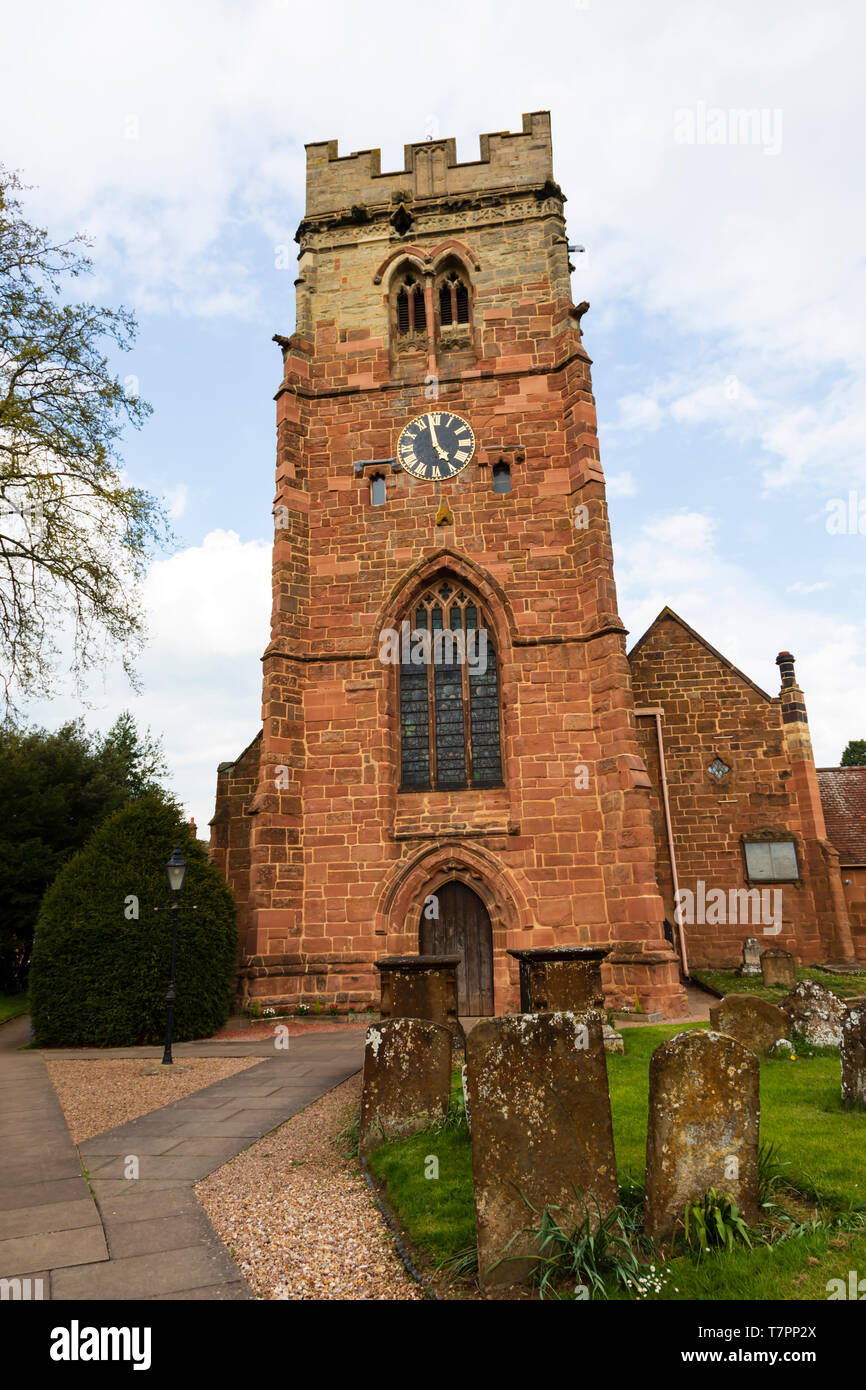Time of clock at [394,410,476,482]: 4:58
